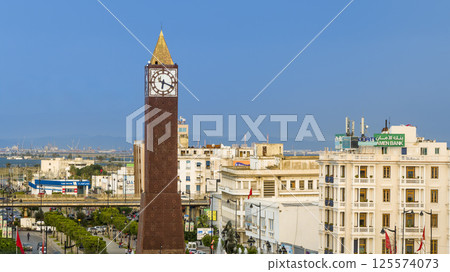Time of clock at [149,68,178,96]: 6:18
